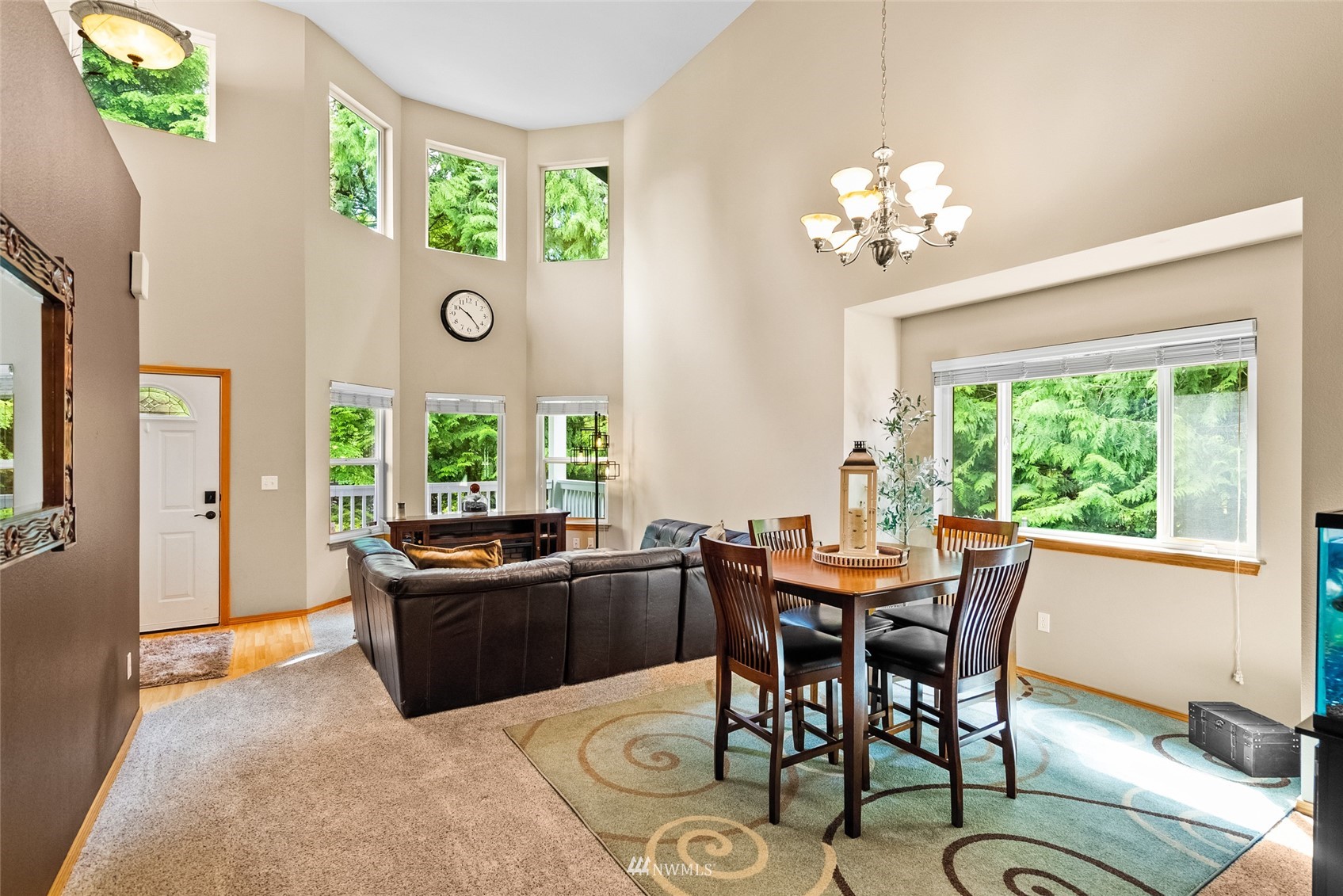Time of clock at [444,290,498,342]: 10:23
